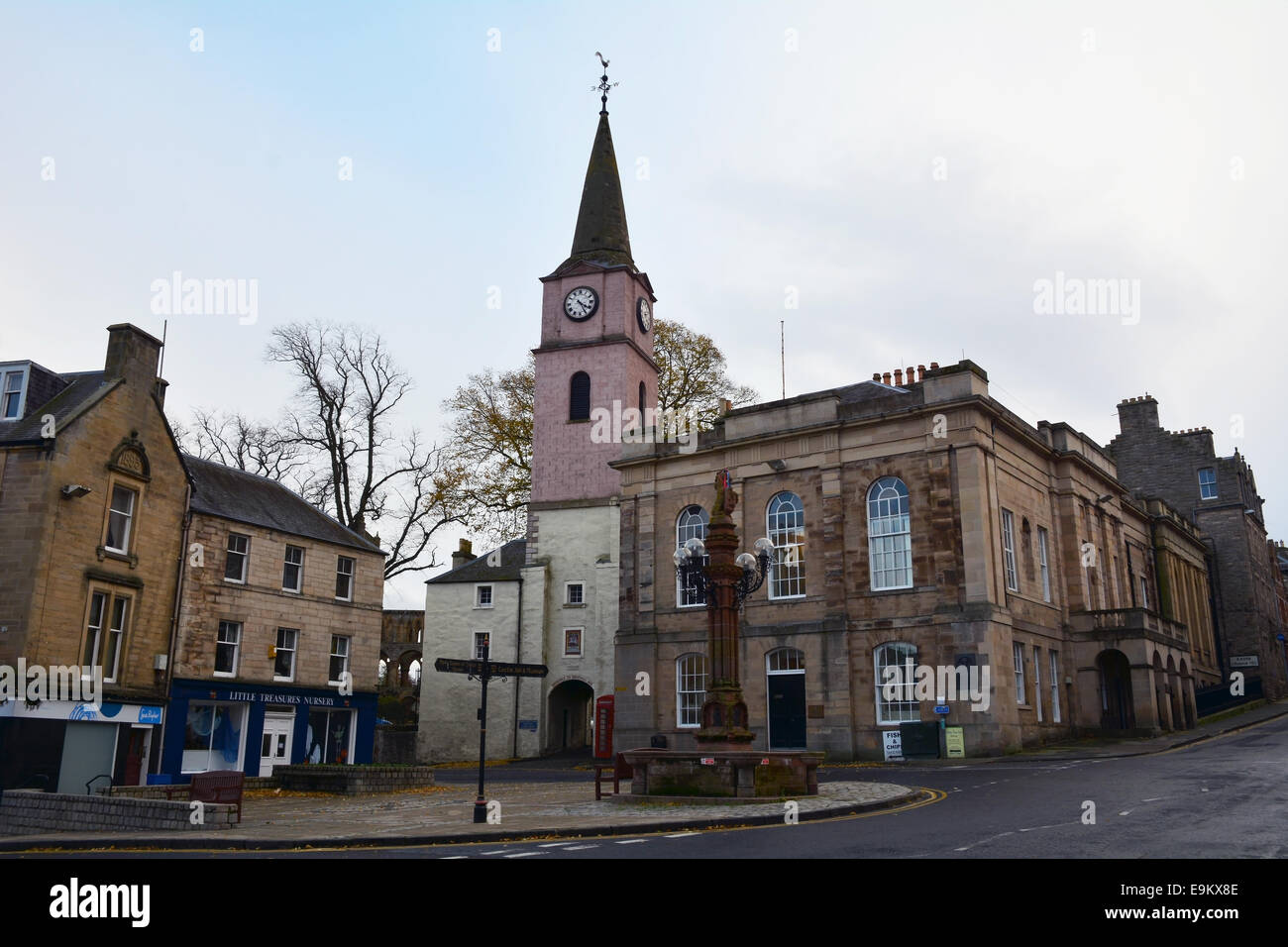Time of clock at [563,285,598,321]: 4:25
